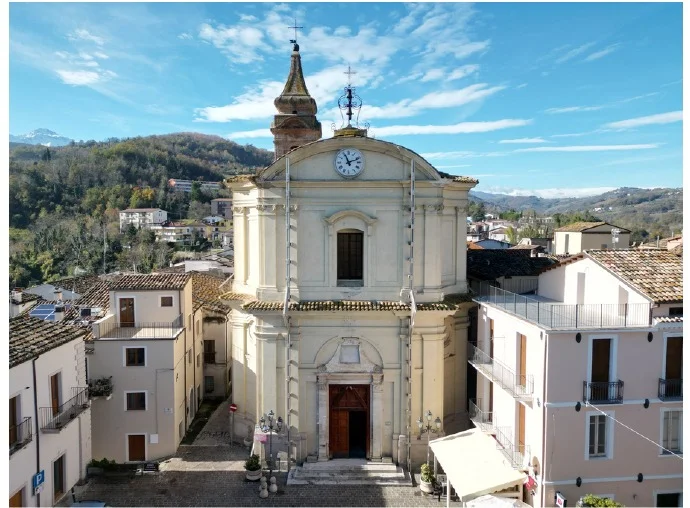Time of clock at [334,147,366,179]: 11:11
